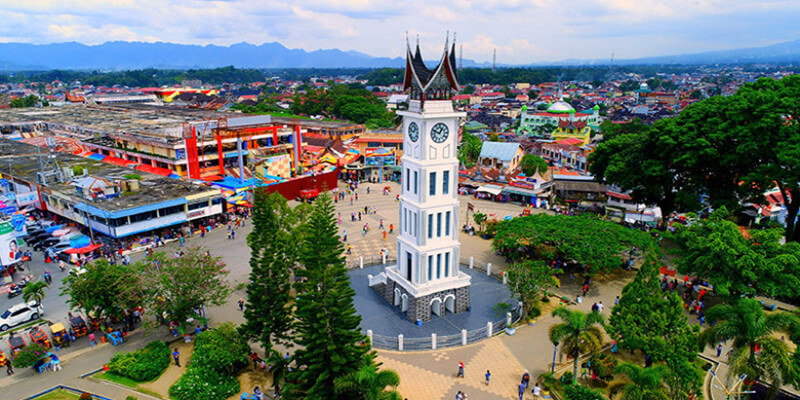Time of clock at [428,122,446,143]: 12:49
